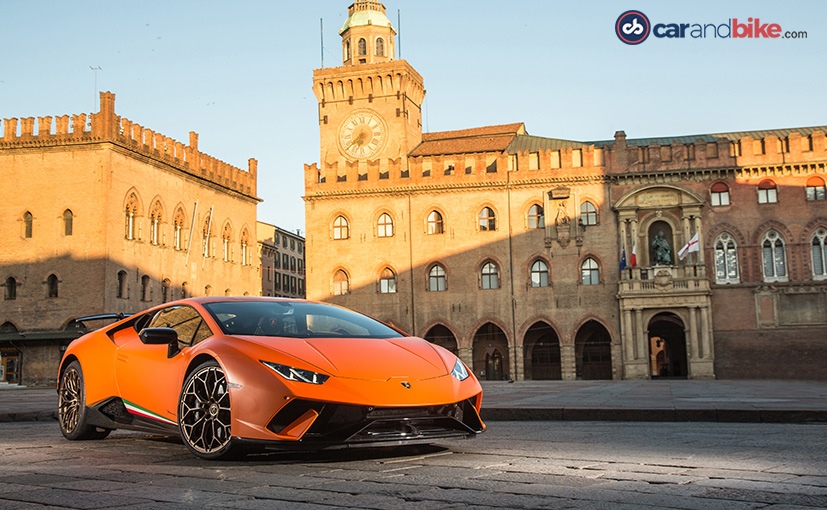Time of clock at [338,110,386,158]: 6:38
